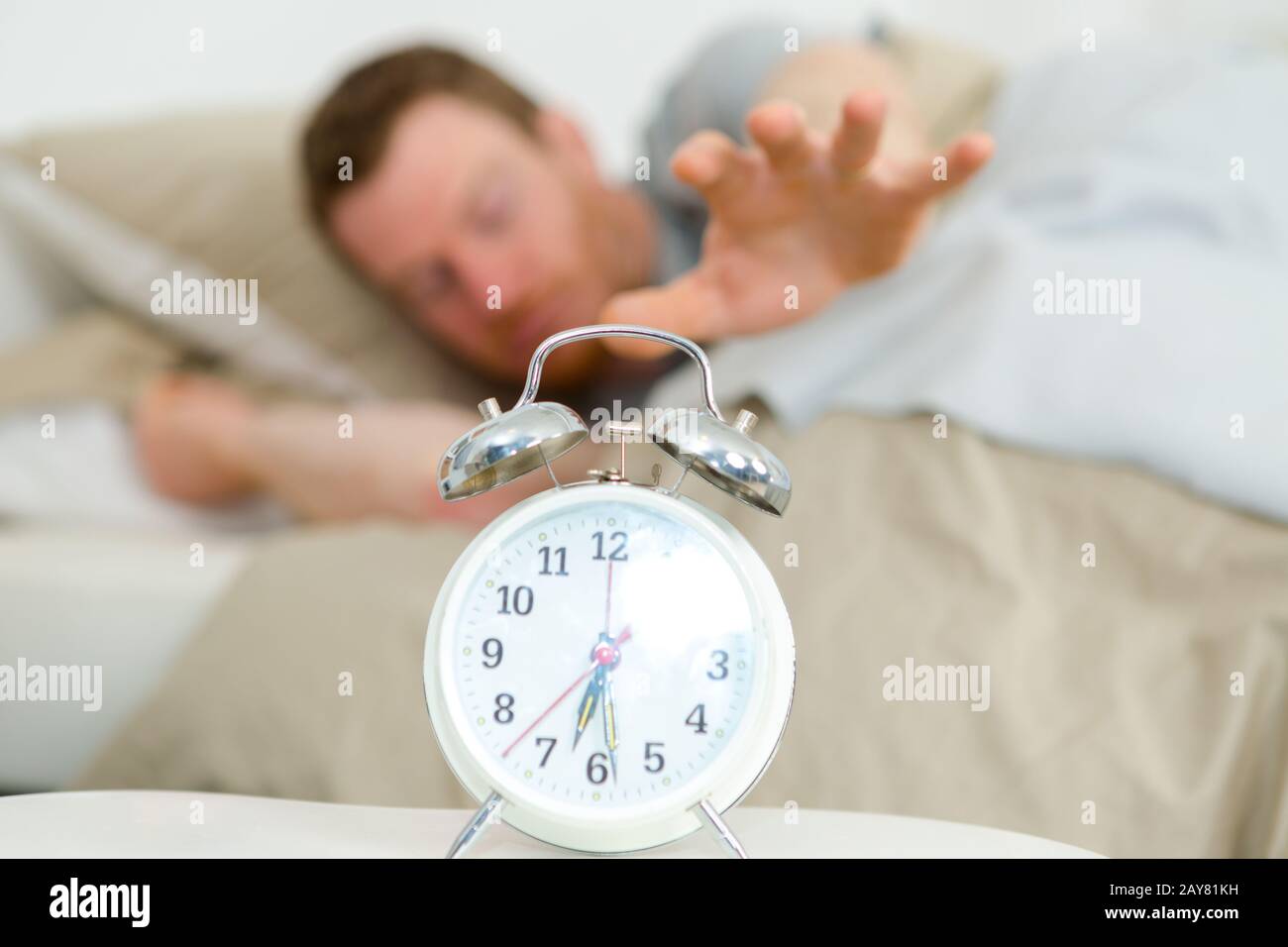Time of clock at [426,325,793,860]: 6:36
